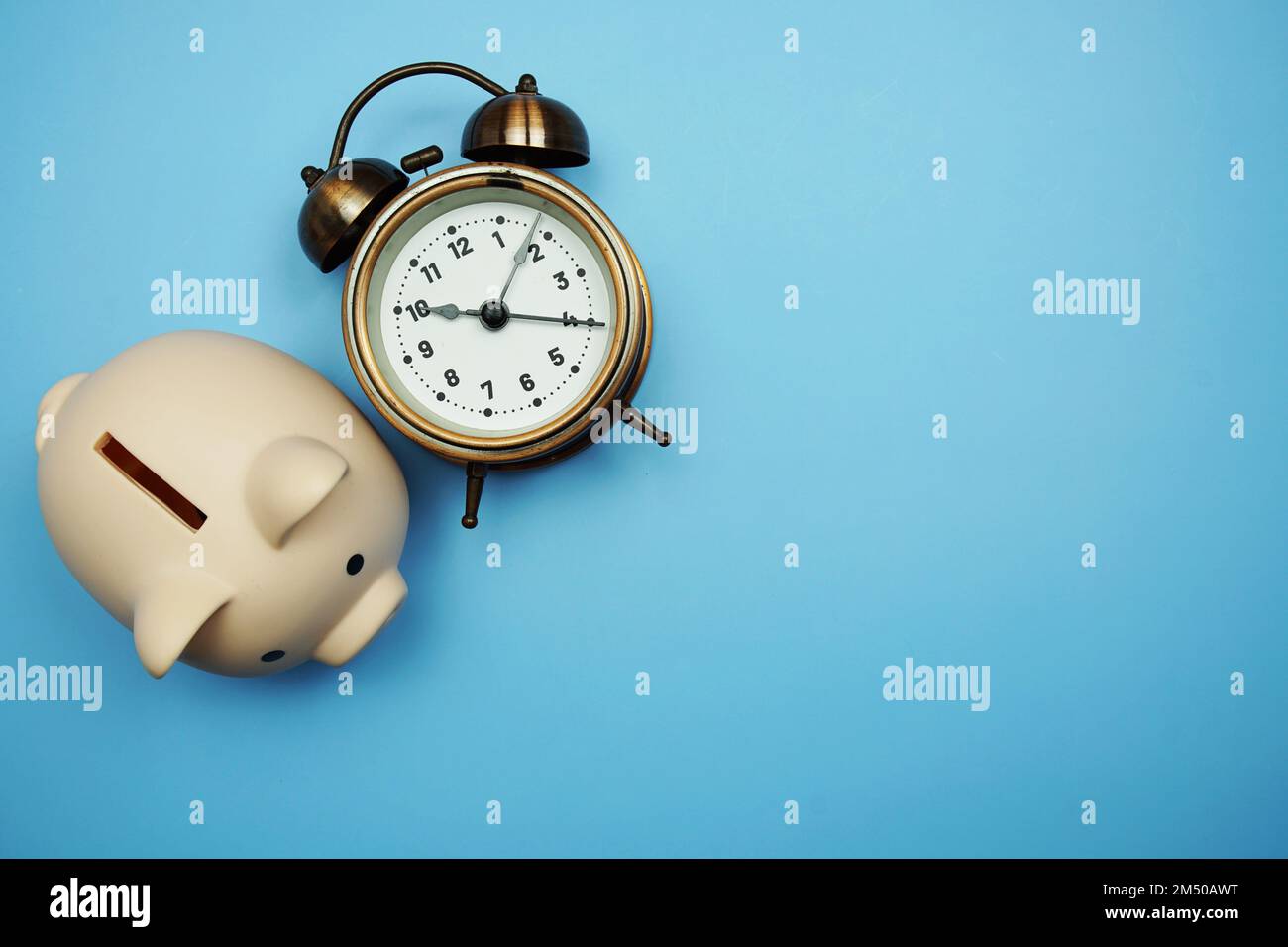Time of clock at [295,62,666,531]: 9:15
